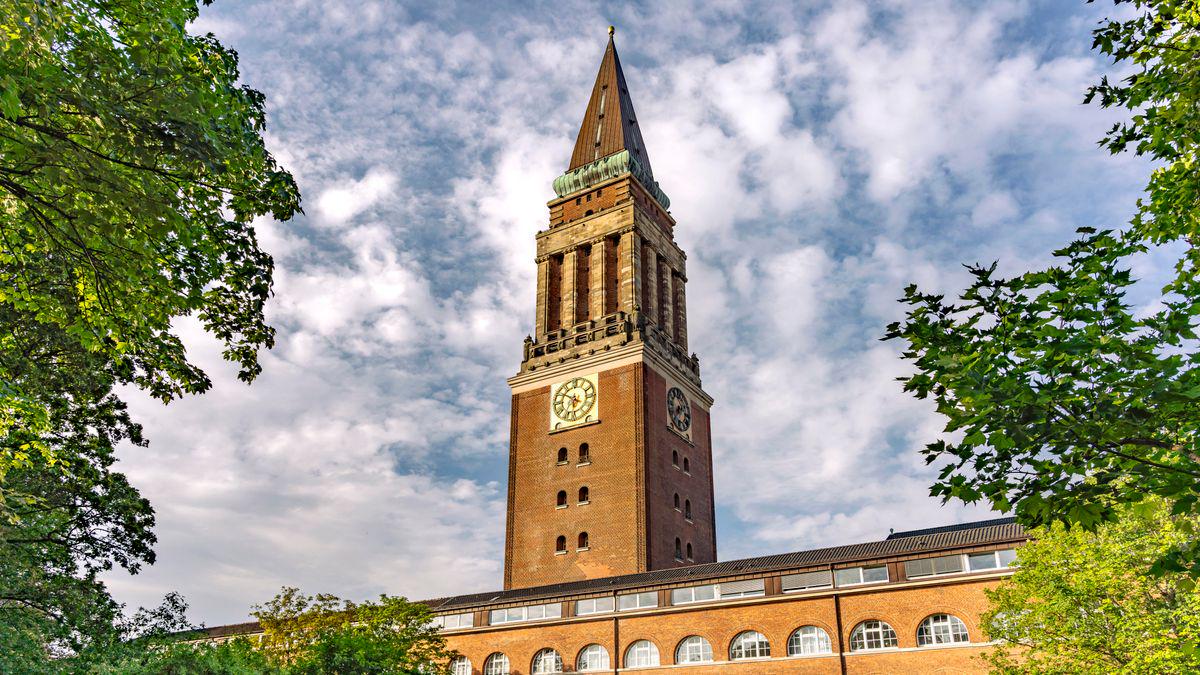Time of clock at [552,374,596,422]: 6:50
